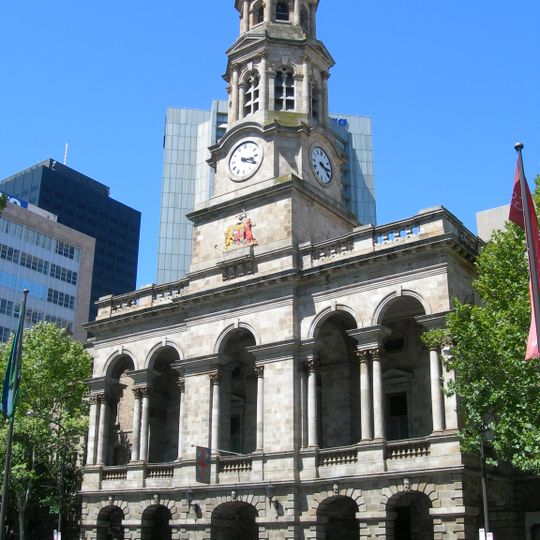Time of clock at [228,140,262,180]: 3:19
